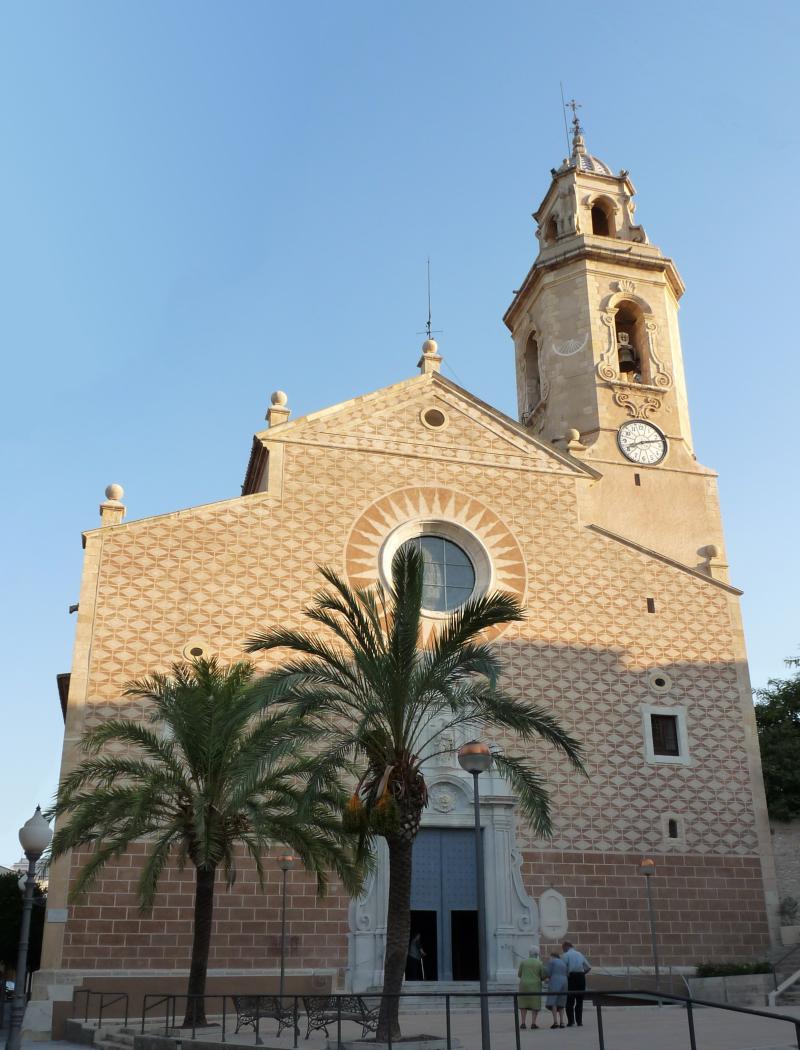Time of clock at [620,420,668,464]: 8:12
